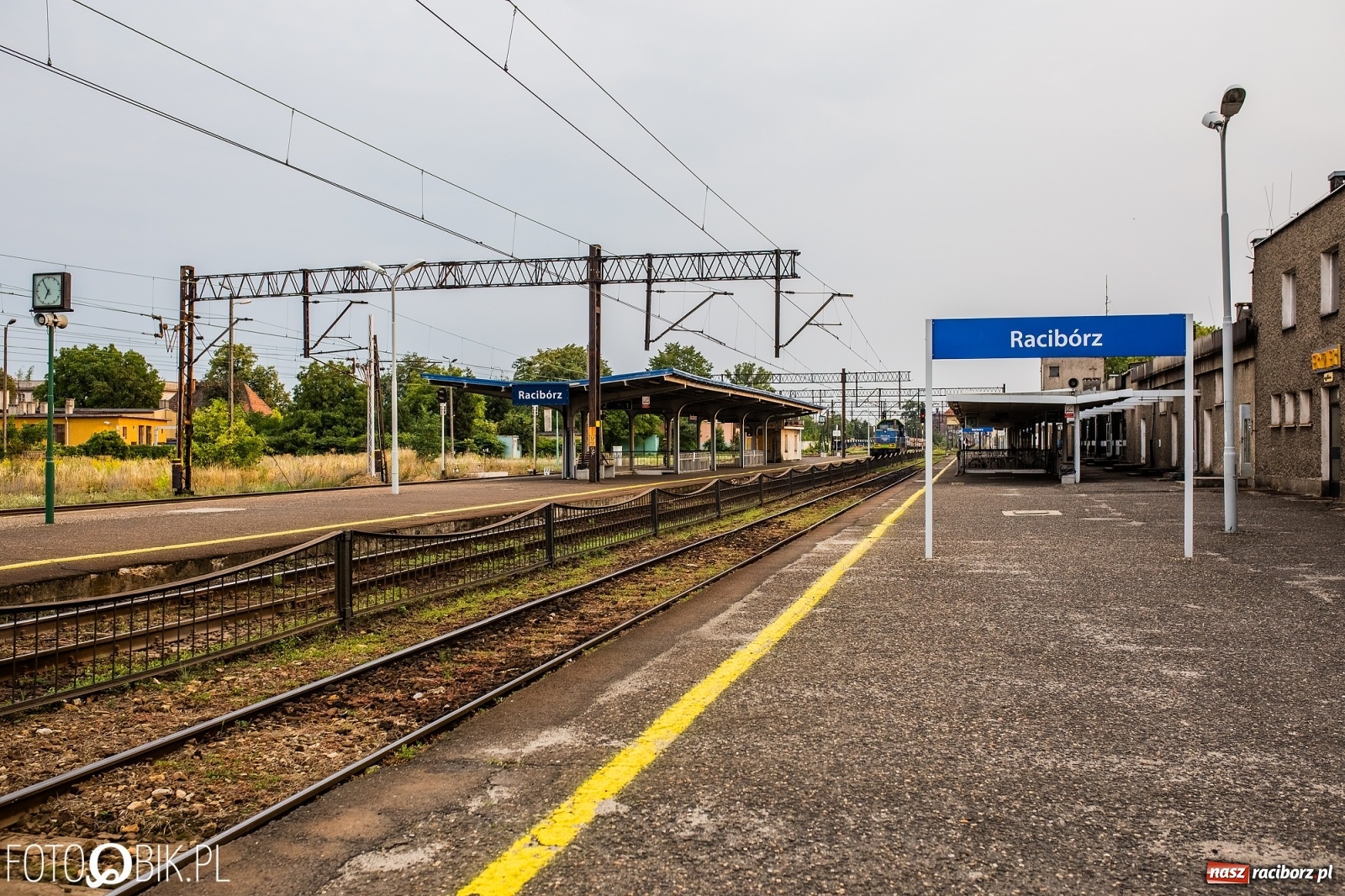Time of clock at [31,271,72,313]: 6:54
